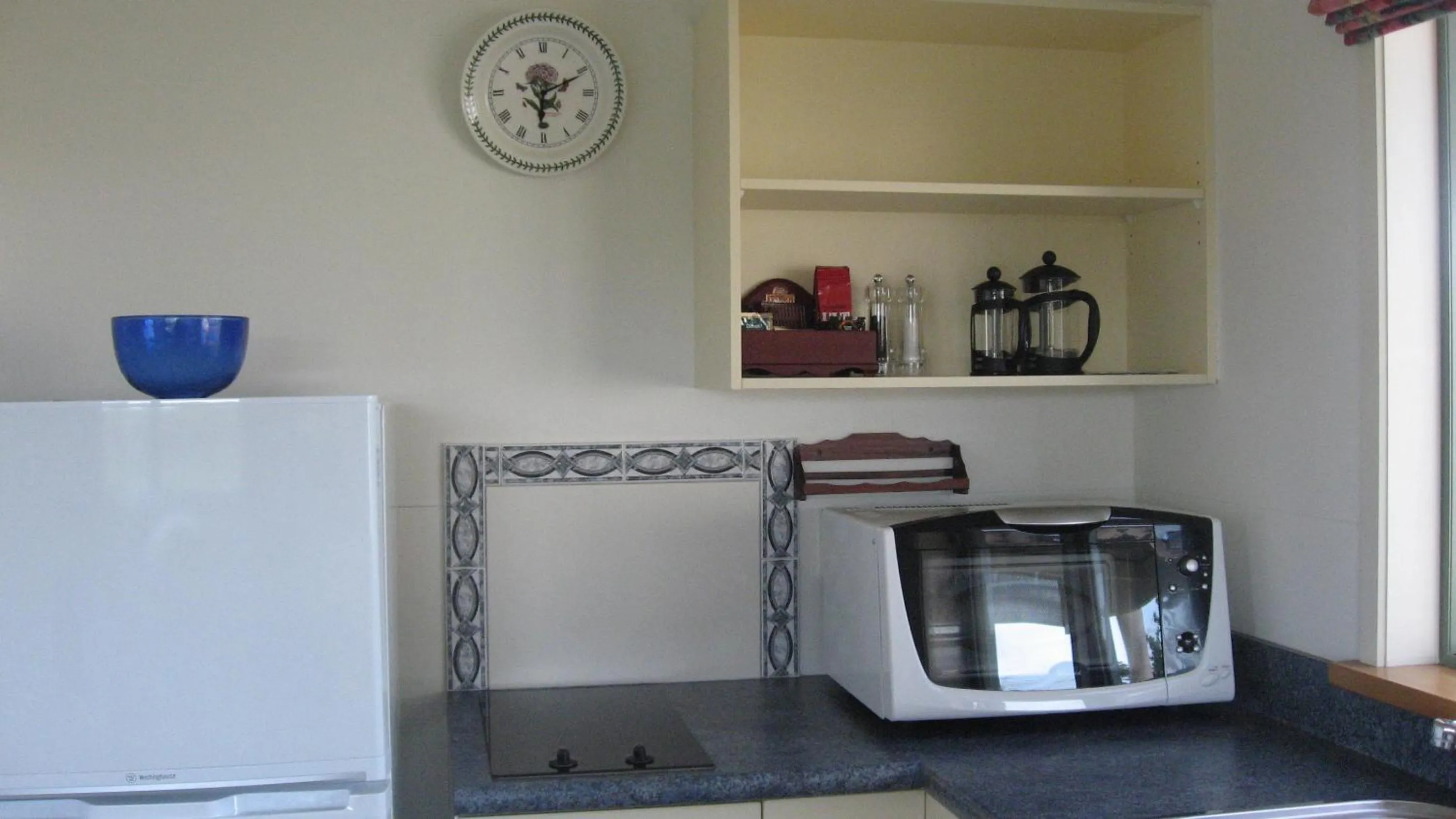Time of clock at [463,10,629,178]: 6:10
